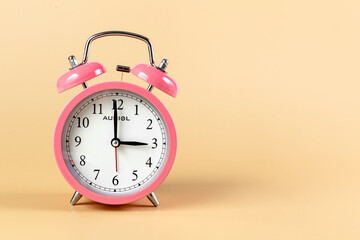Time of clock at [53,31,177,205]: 2:59
